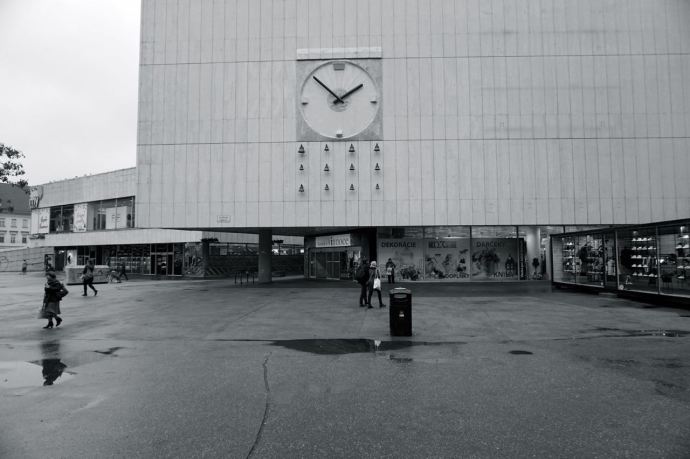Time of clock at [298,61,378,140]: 1:52
